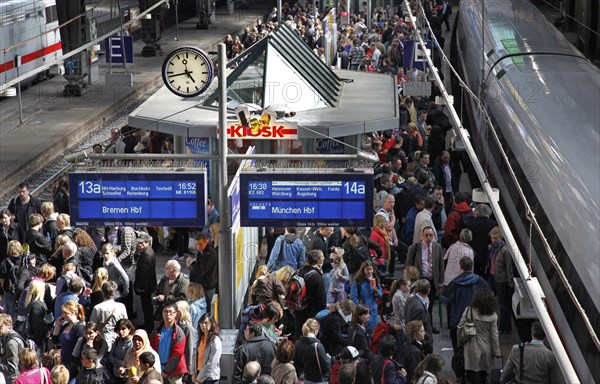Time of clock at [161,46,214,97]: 4:42
